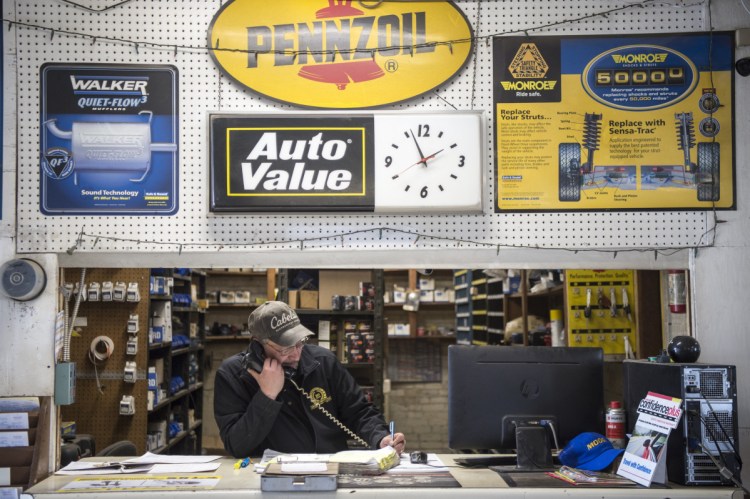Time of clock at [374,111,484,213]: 1:56
